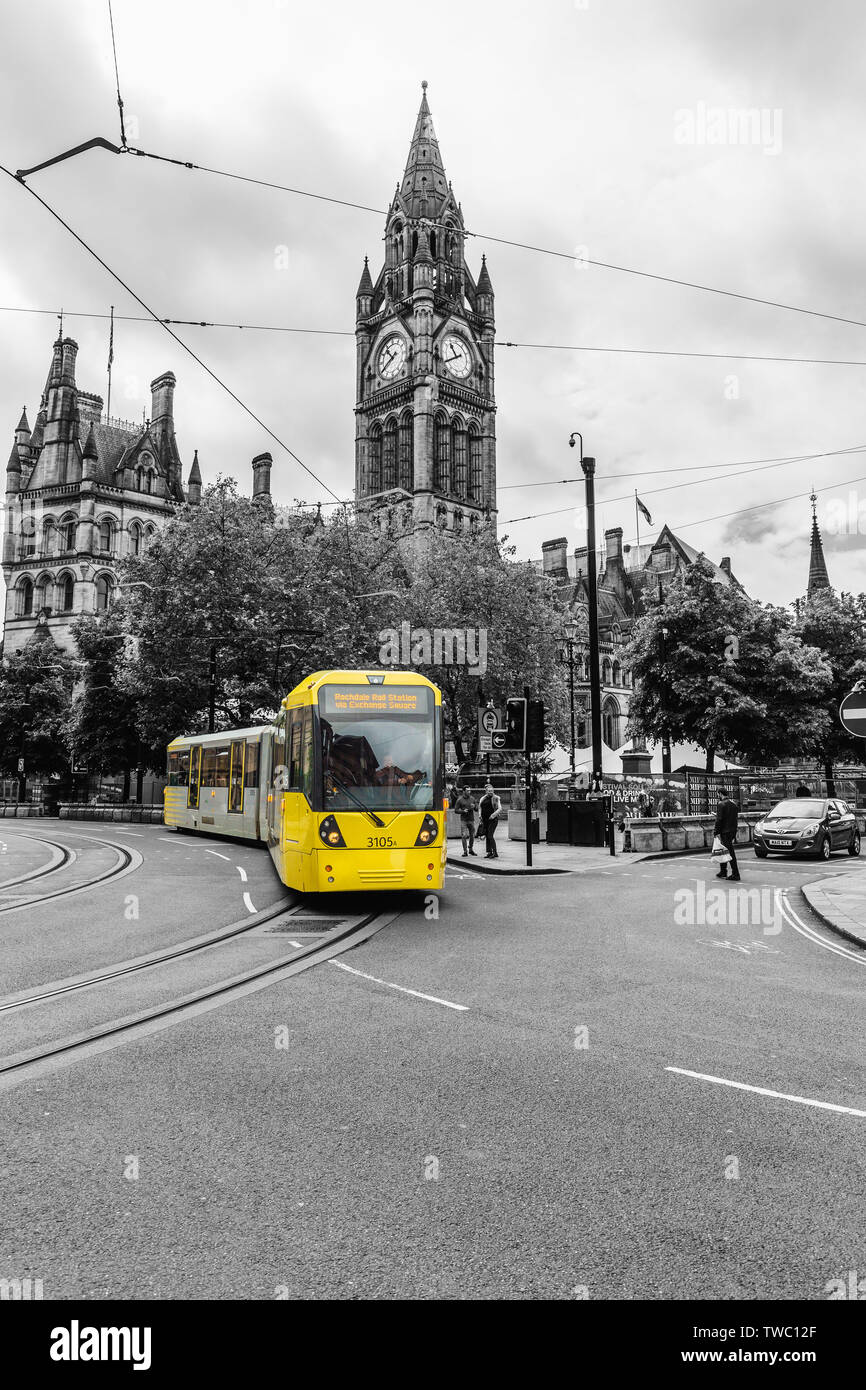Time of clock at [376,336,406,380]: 10:39
